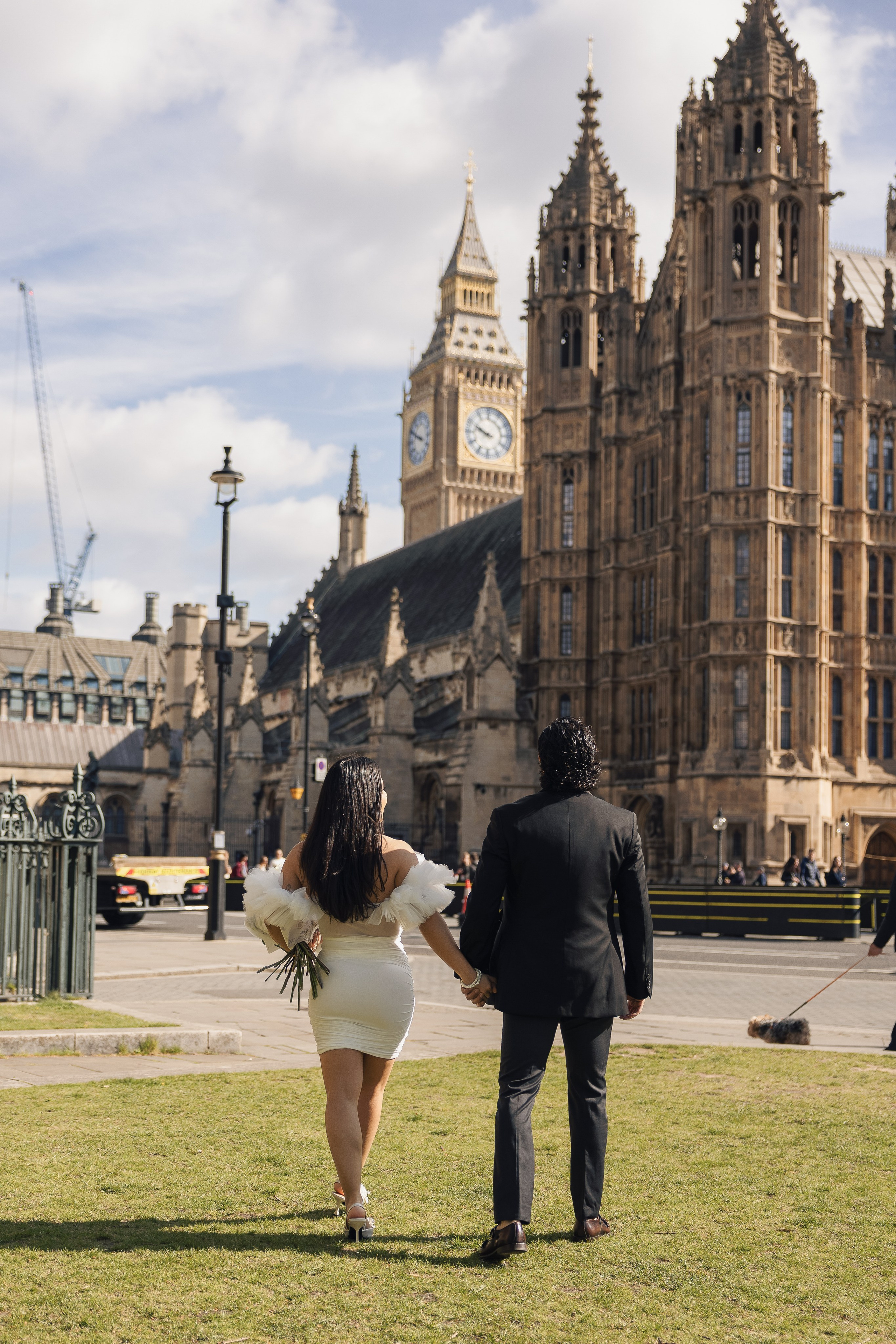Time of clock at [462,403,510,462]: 9:48
